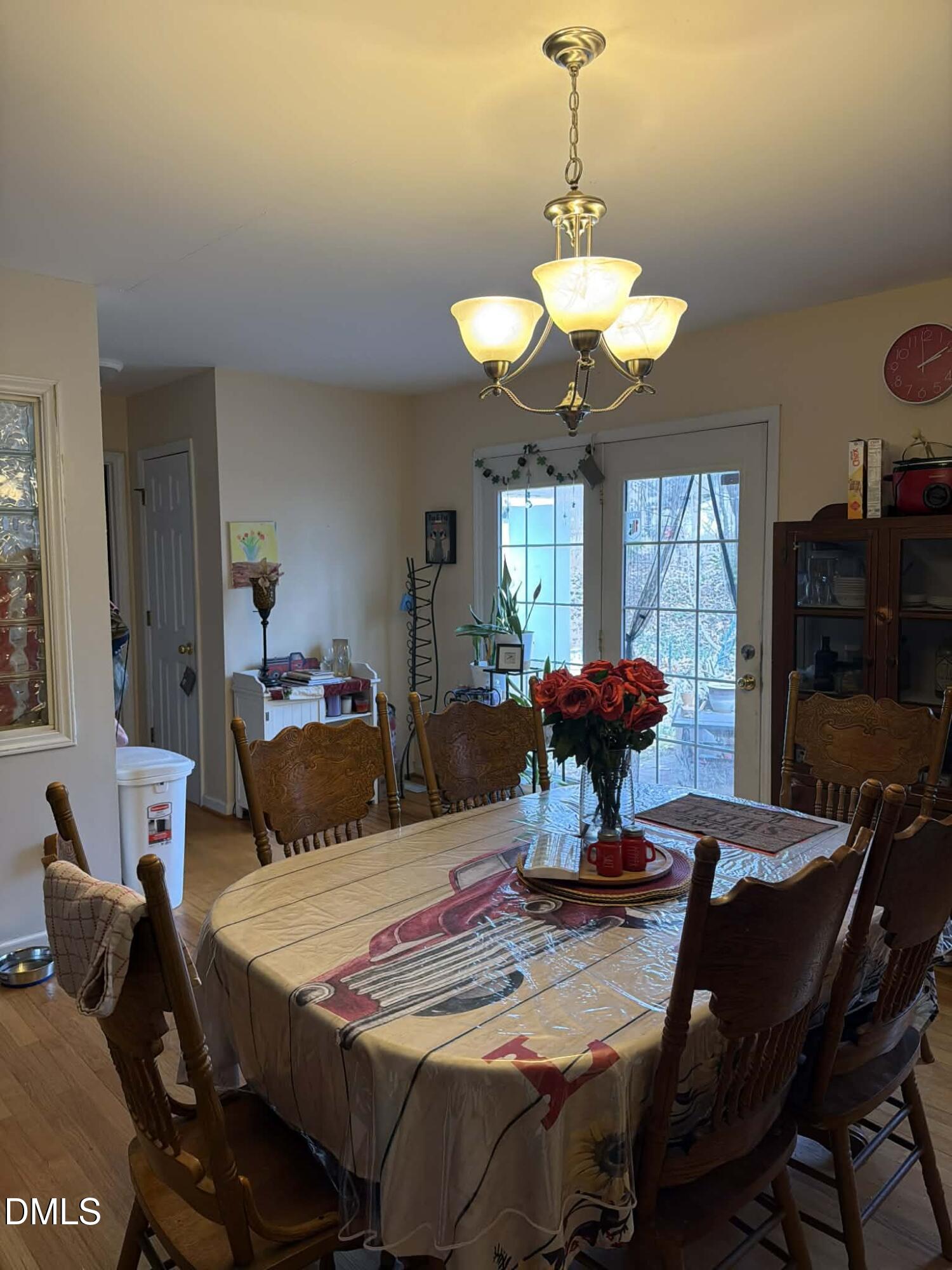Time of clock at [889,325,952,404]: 2:09
